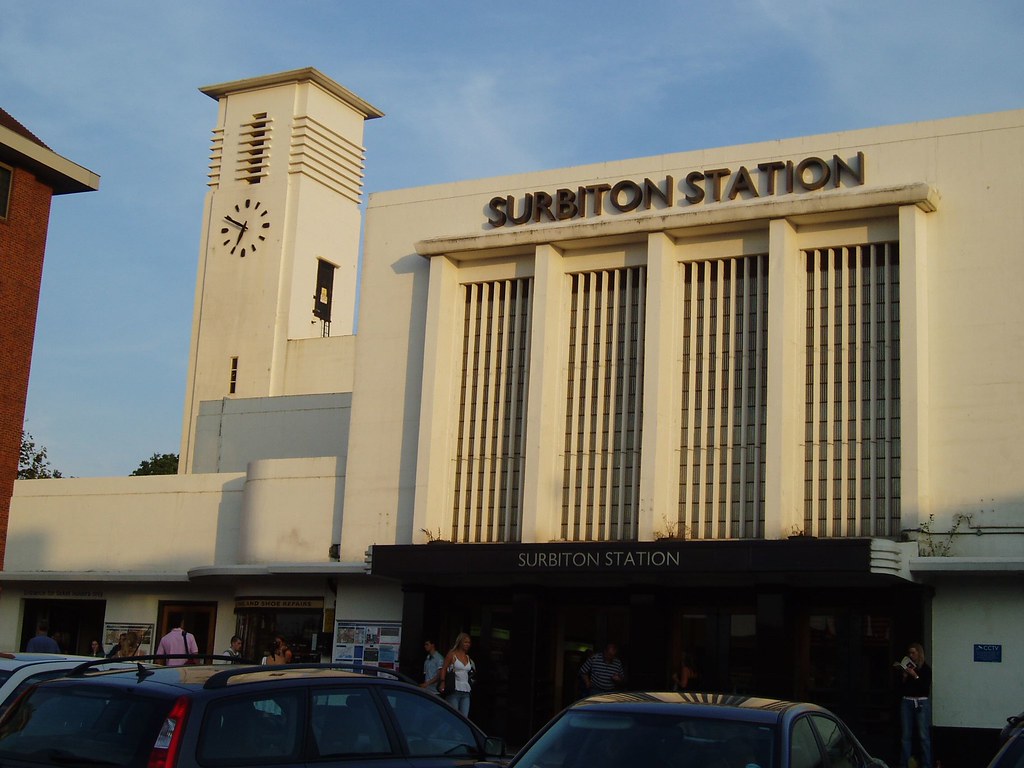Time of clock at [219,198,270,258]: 6:49
